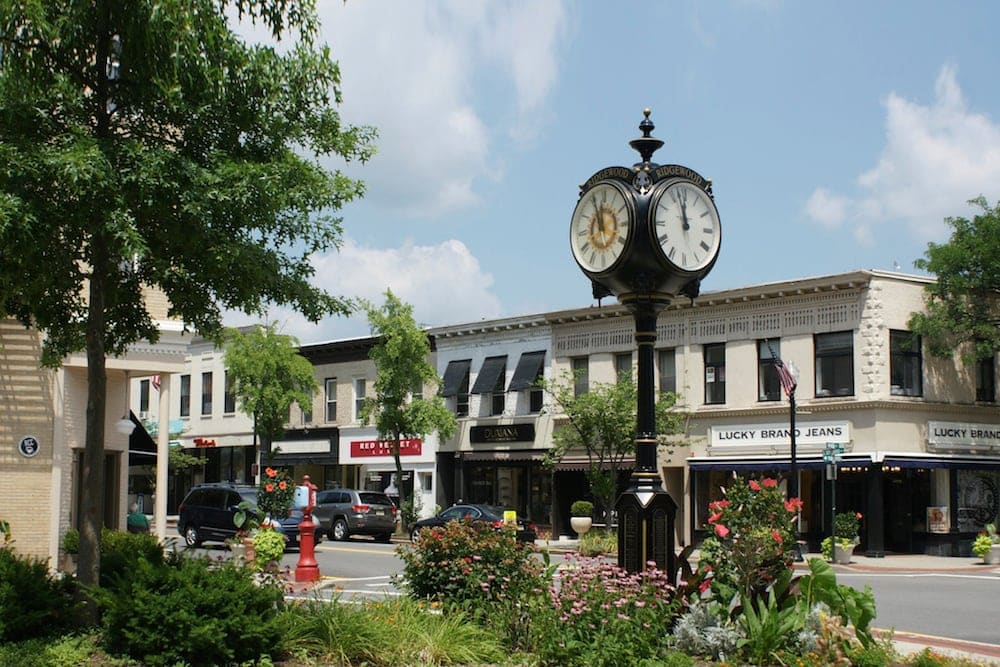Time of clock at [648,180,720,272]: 11:57
